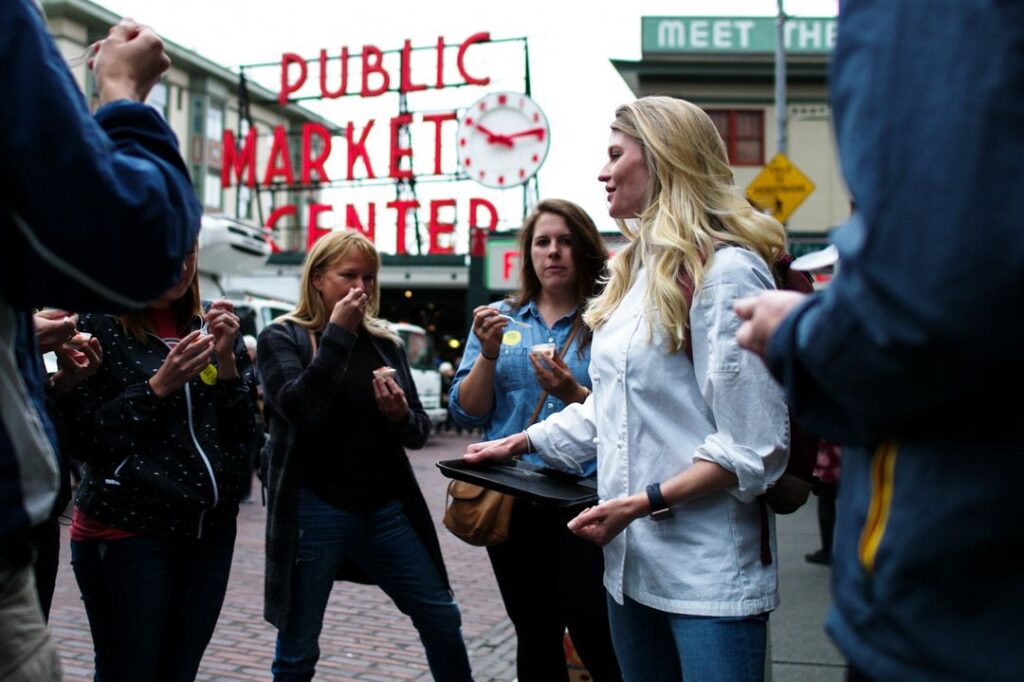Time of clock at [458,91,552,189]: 10:13
